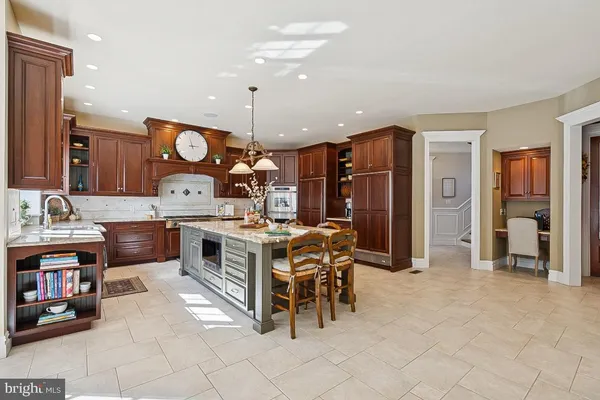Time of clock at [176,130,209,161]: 2:57
